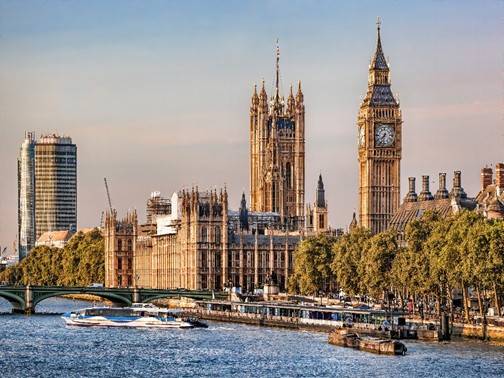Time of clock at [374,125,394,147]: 7:32
